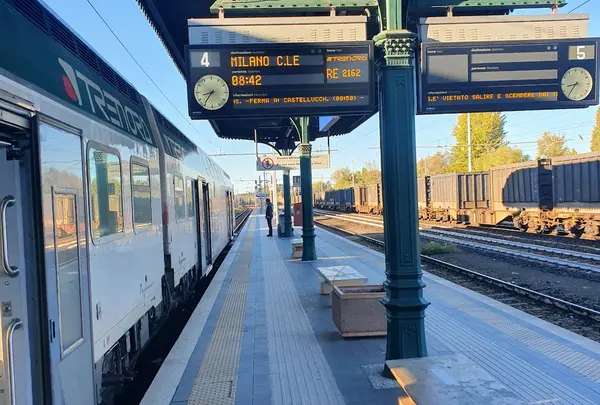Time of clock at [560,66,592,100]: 8:35
